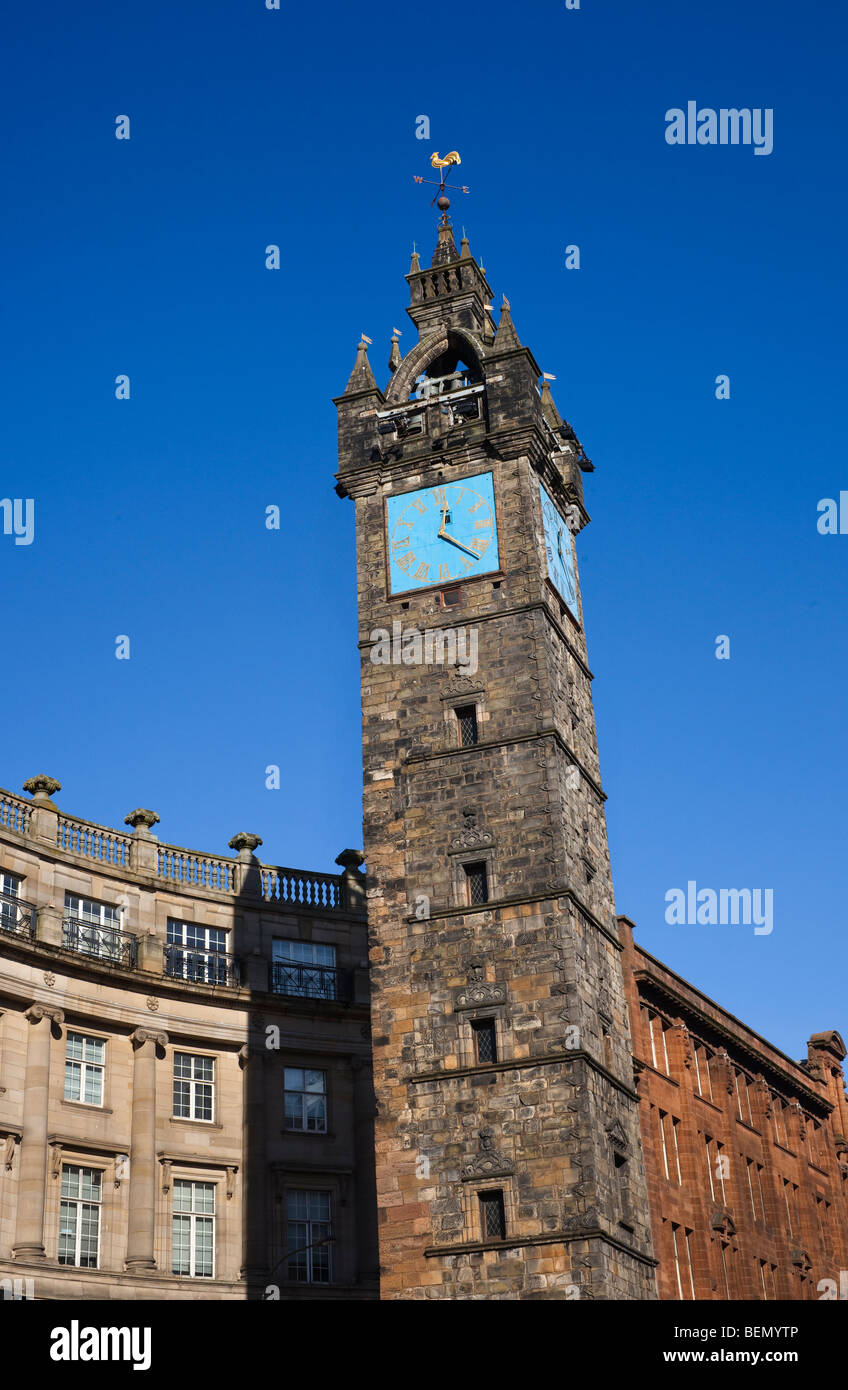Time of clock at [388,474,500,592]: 12:22
